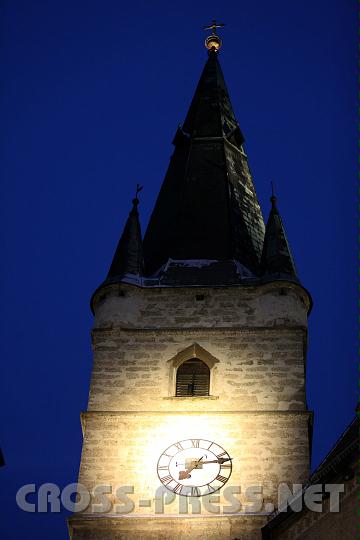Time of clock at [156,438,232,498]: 7:13
